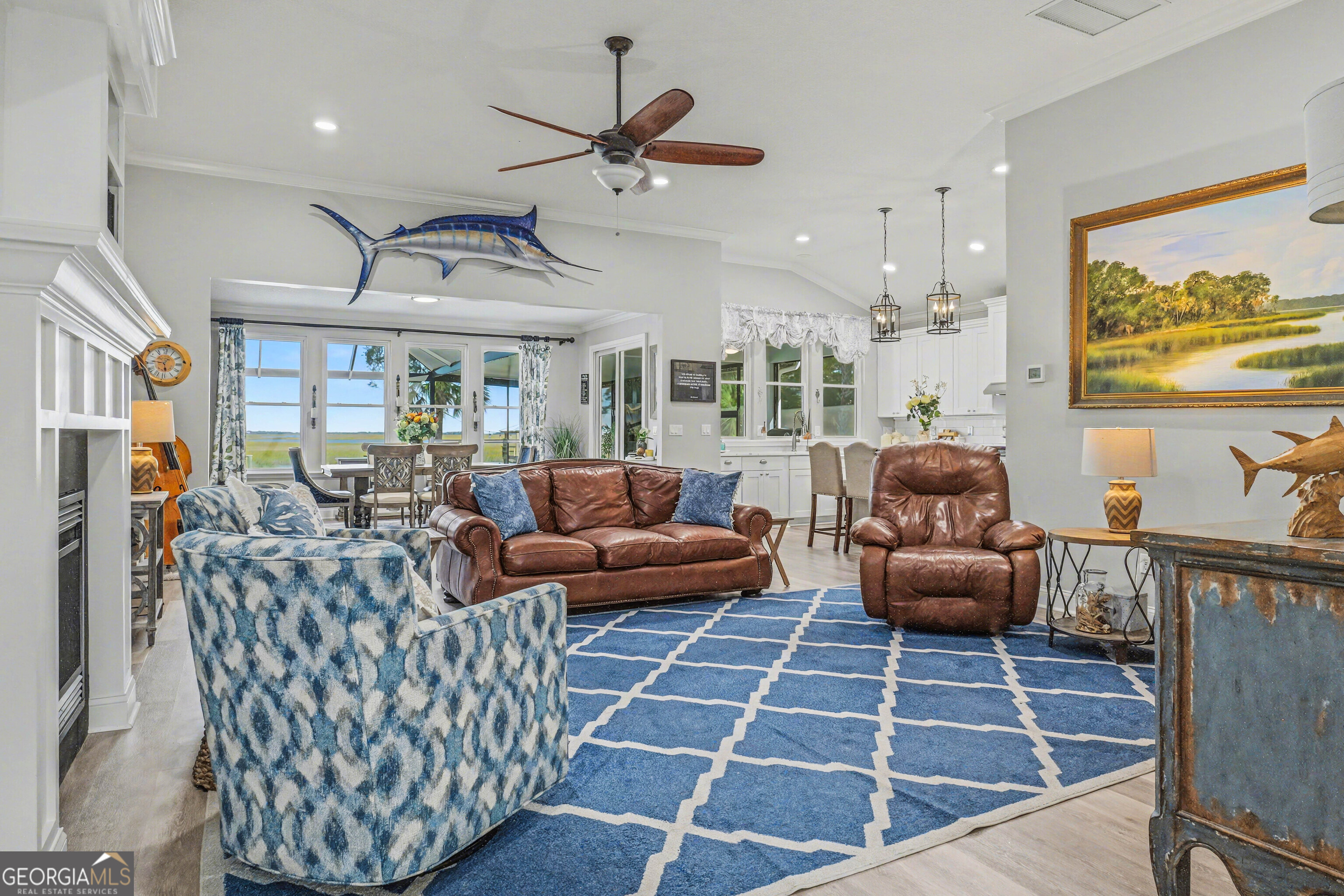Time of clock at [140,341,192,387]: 5:46
